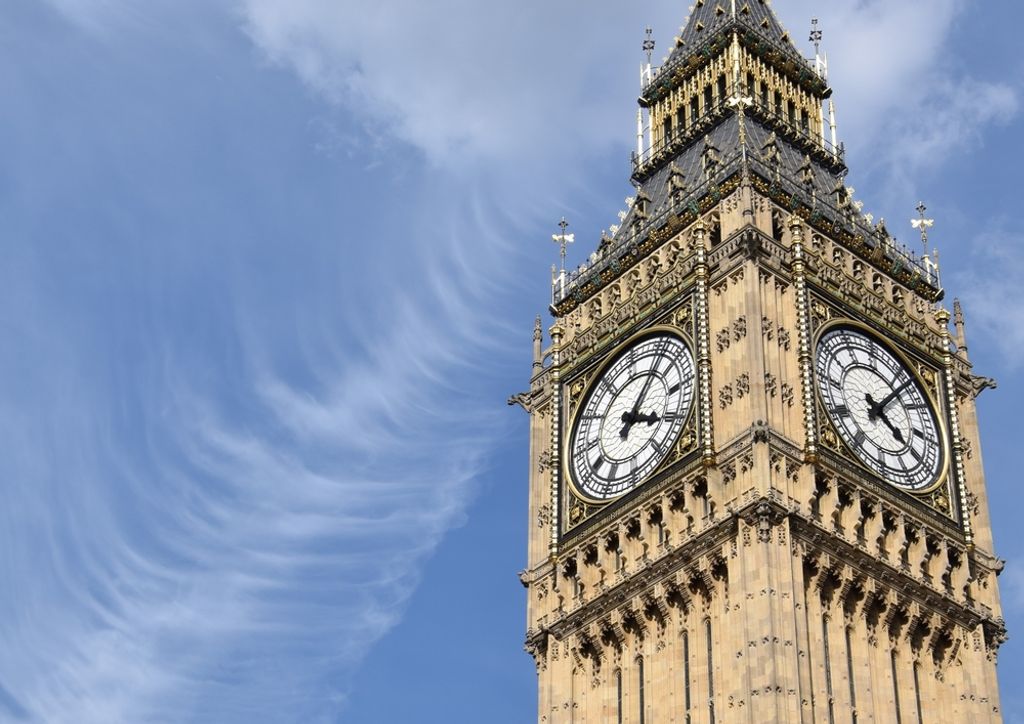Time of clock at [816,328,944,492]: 4:06
